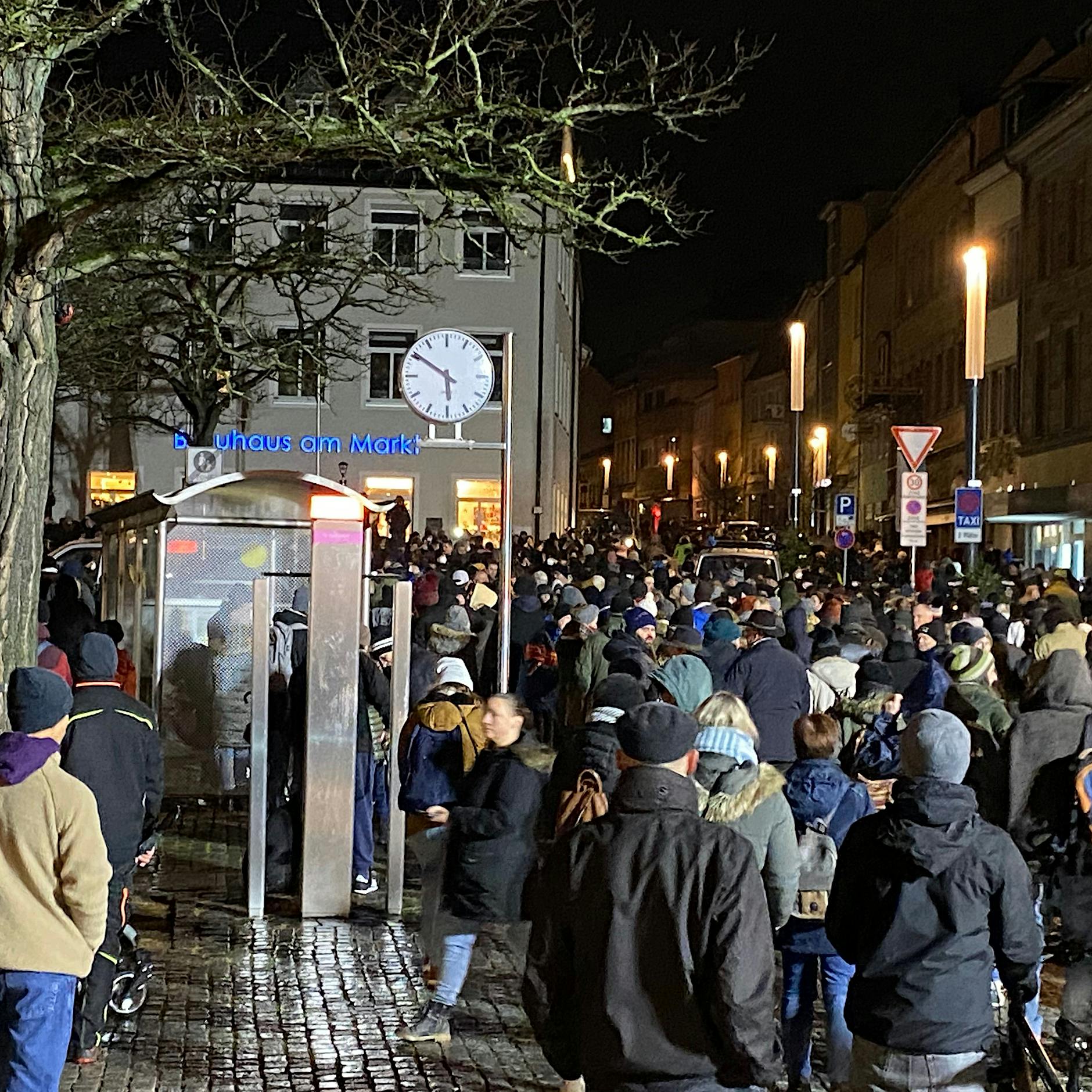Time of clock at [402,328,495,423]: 5:50
